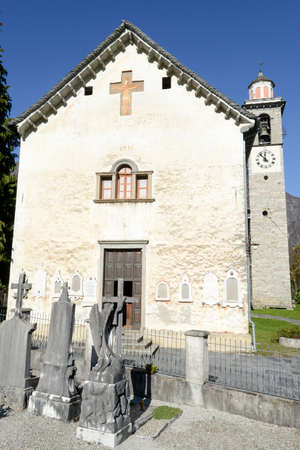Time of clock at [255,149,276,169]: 11:52
